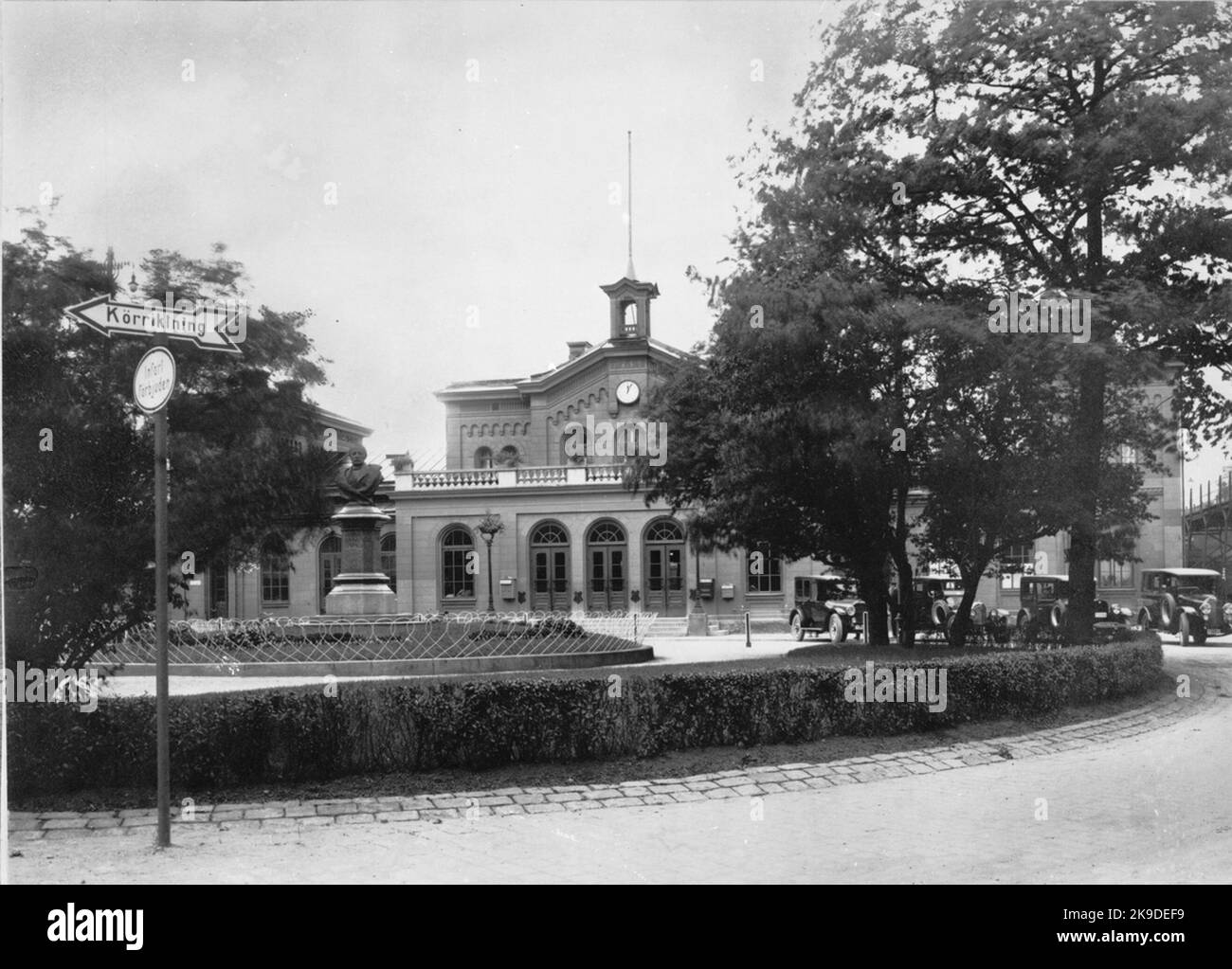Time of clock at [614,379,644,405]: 12:04
